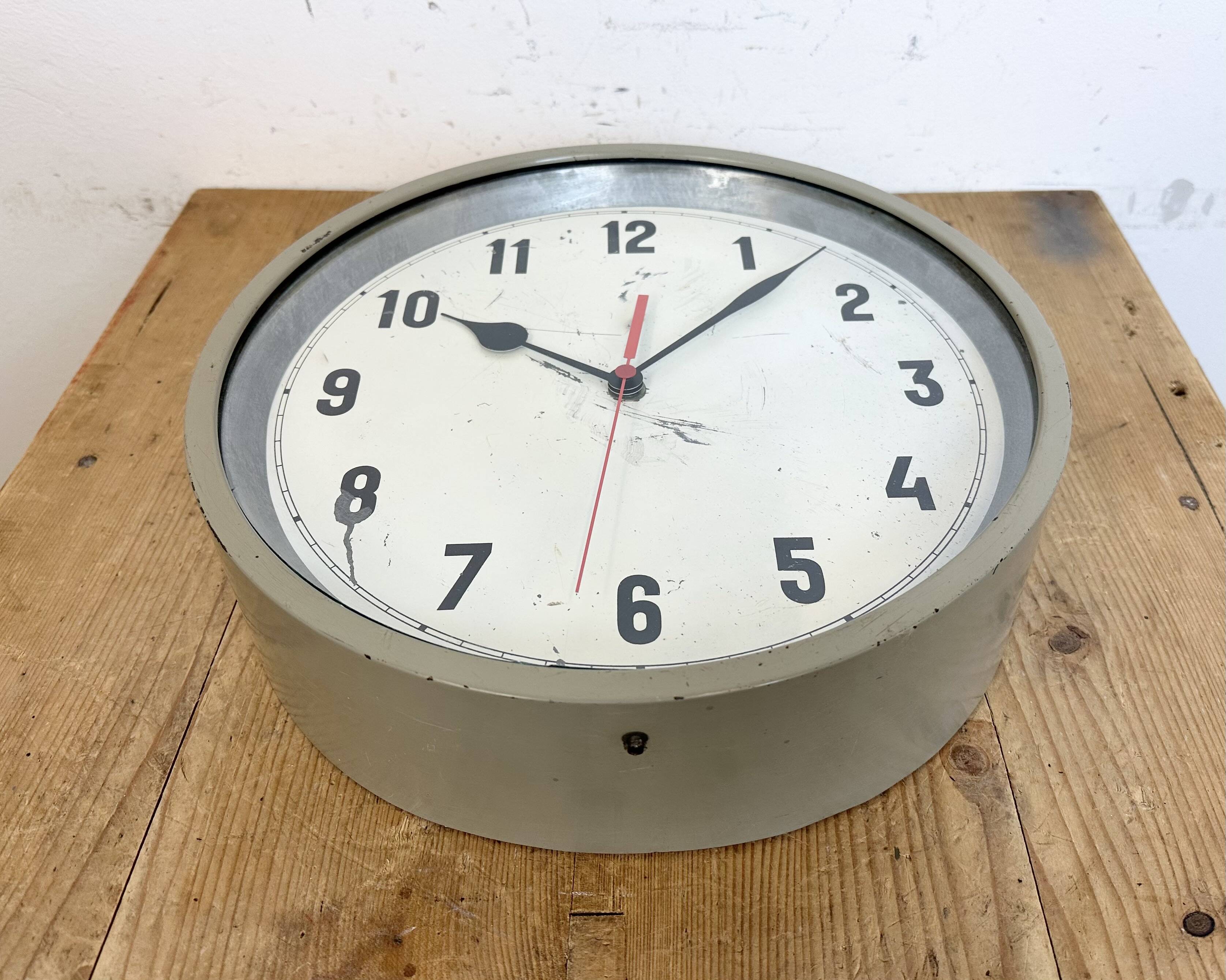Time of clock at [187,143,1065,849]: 10:07
